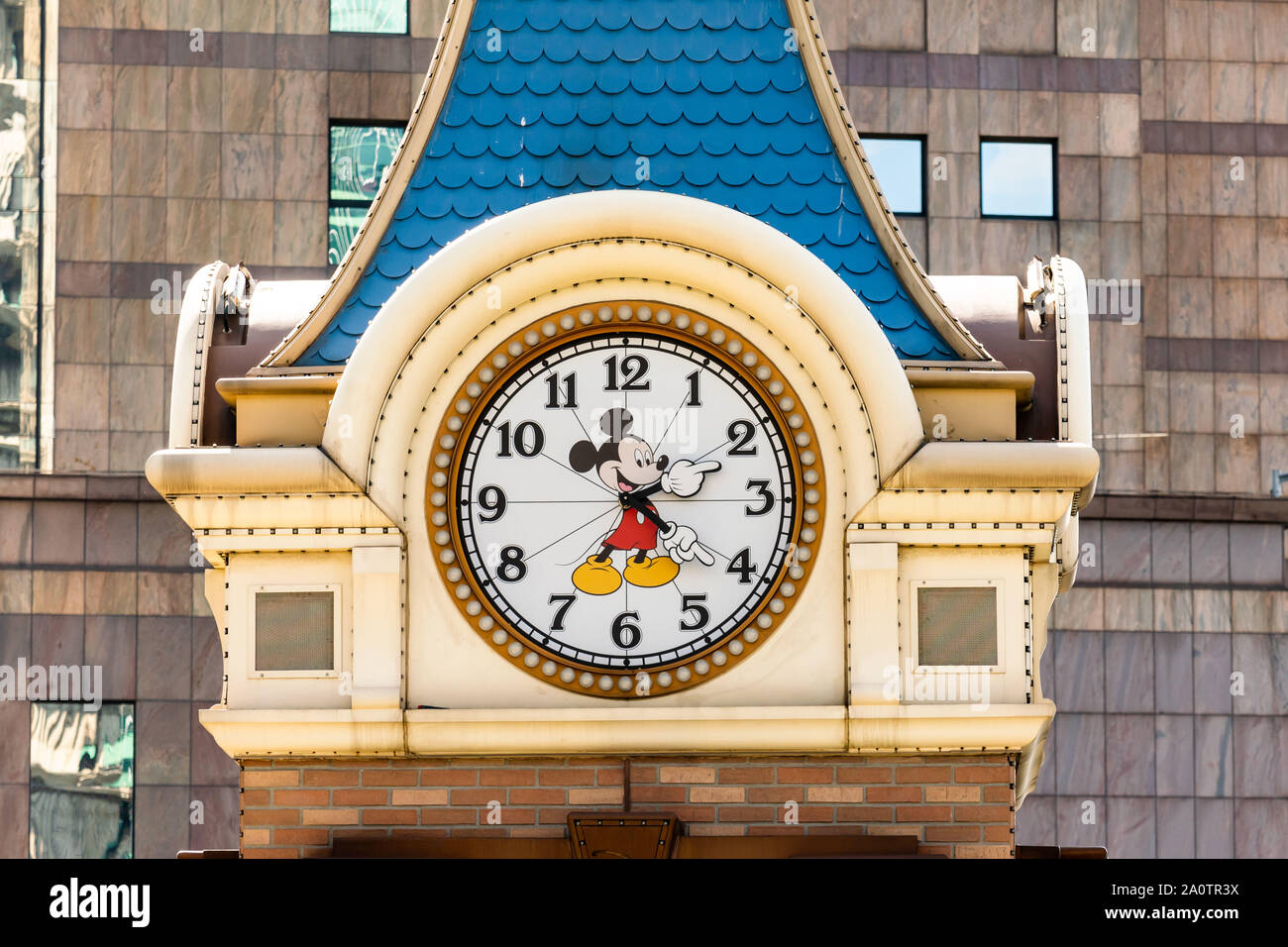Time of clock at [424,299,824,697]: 4:35
